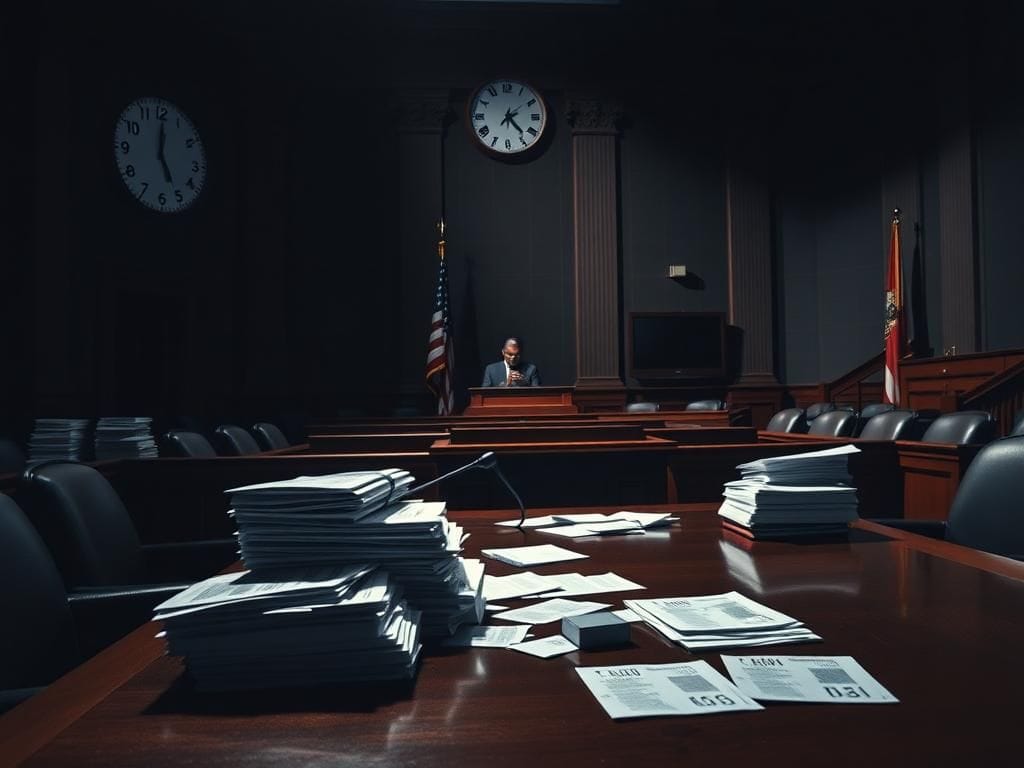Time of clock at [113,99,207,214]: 5:00
